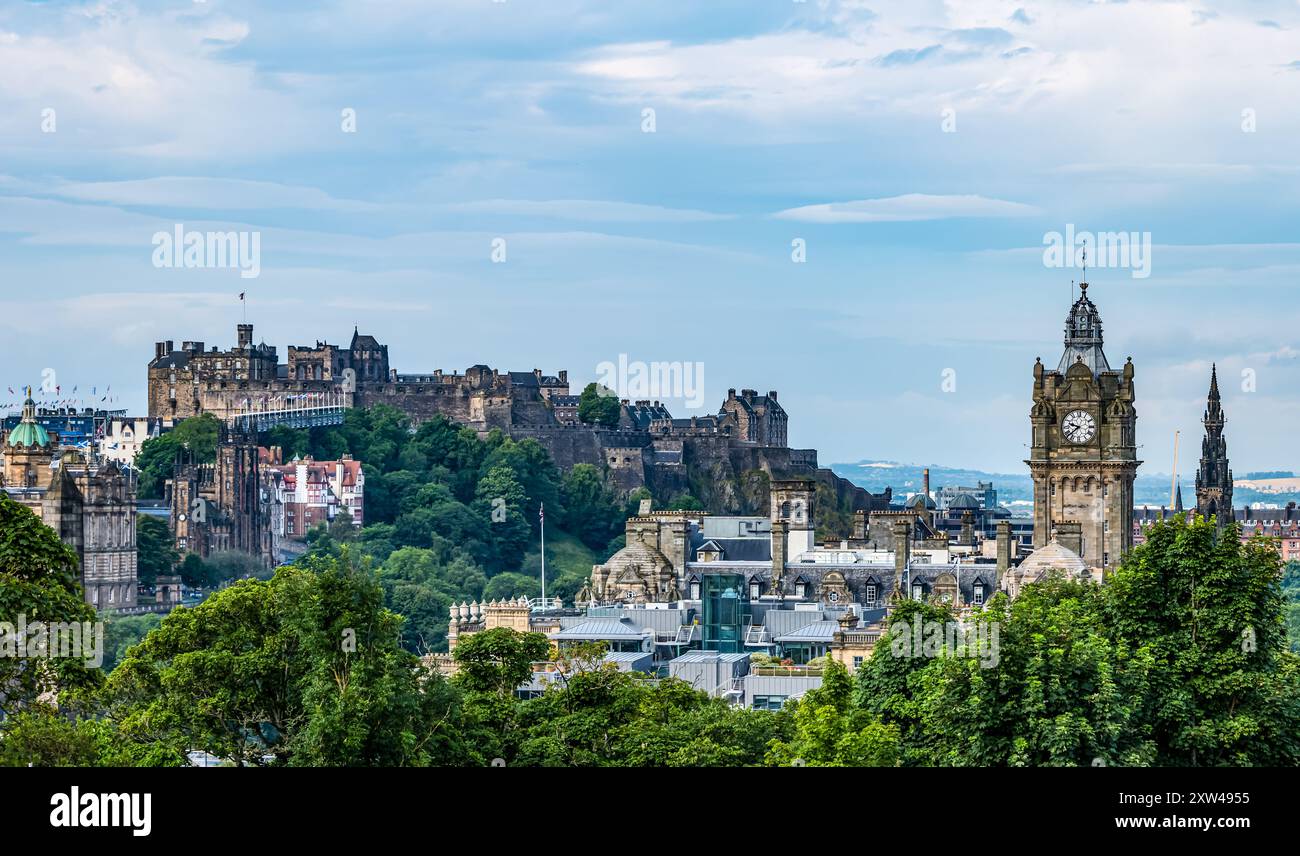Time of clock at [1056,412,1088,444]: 9:38
